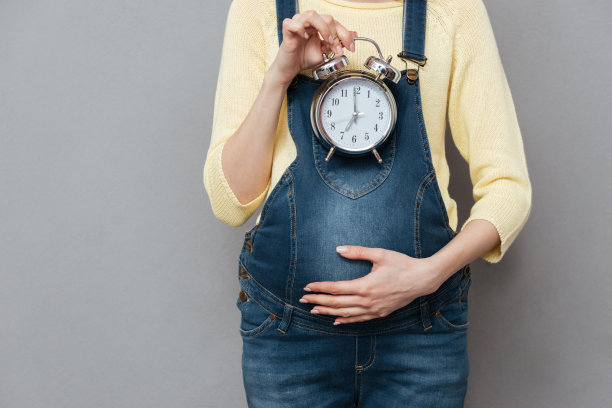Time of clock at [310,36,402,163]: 6:59
